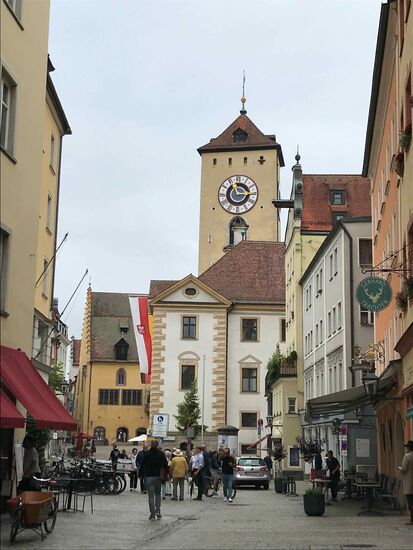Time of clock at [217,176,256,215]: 2:56
